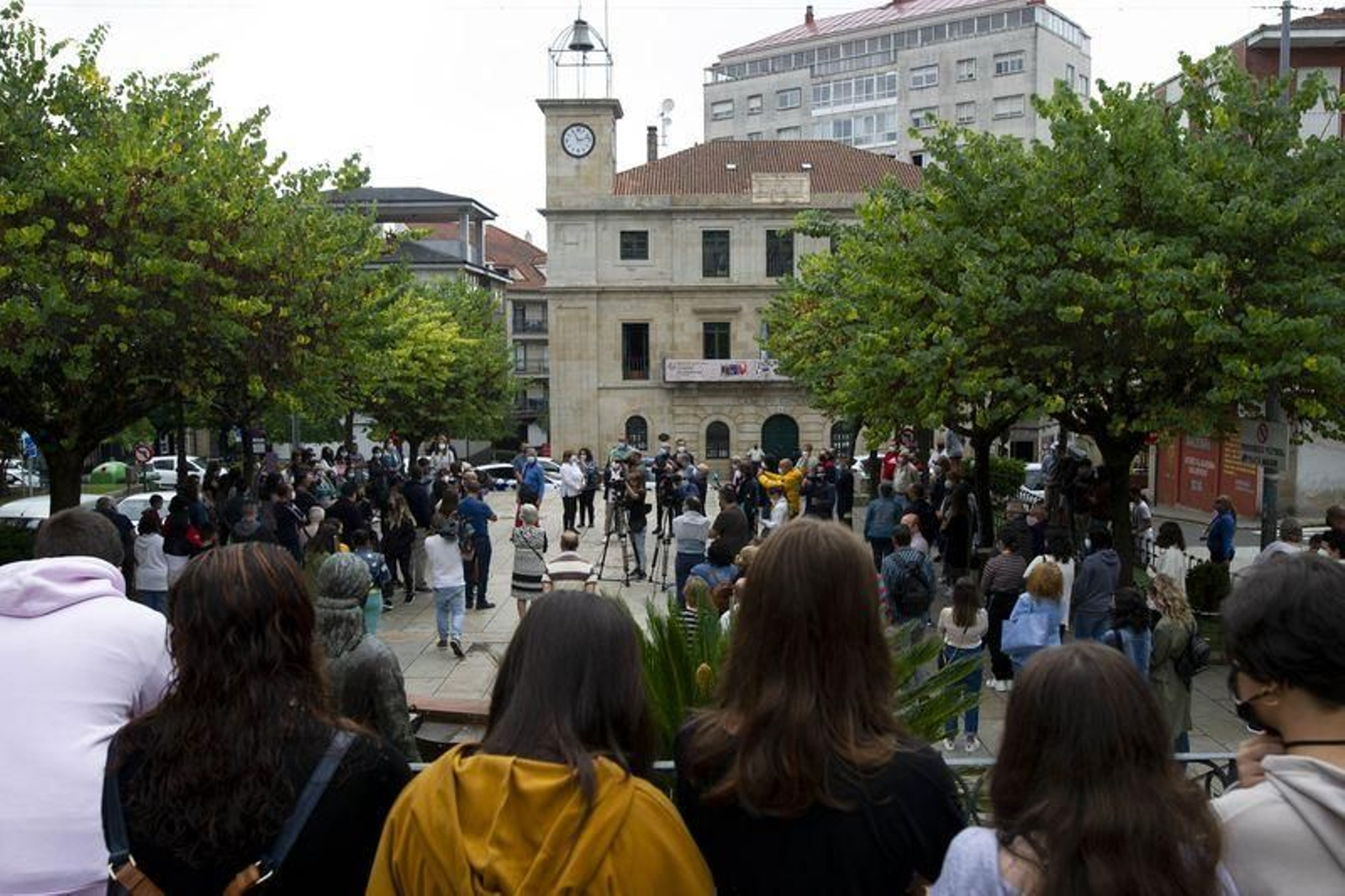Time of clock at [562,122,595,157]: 11:12
